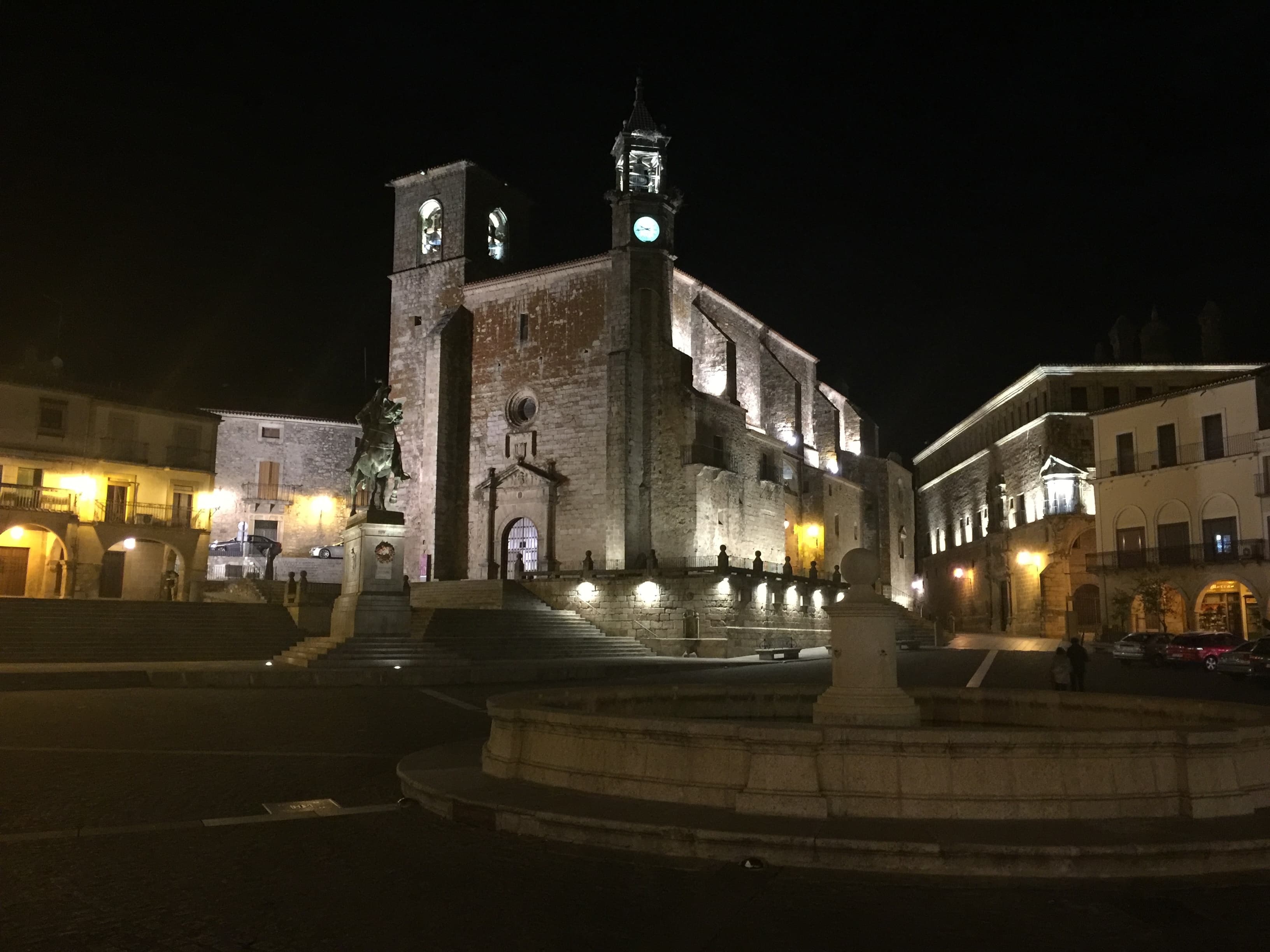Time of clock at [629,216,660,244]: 9:42
